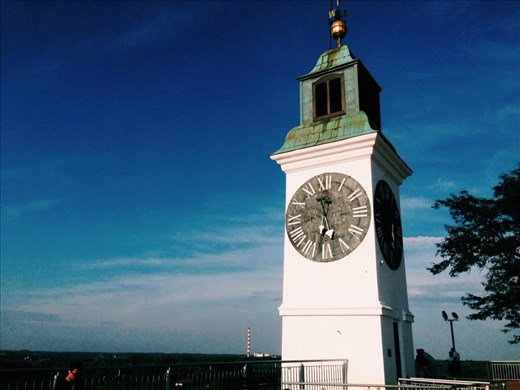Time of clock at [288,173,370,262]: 11:32
